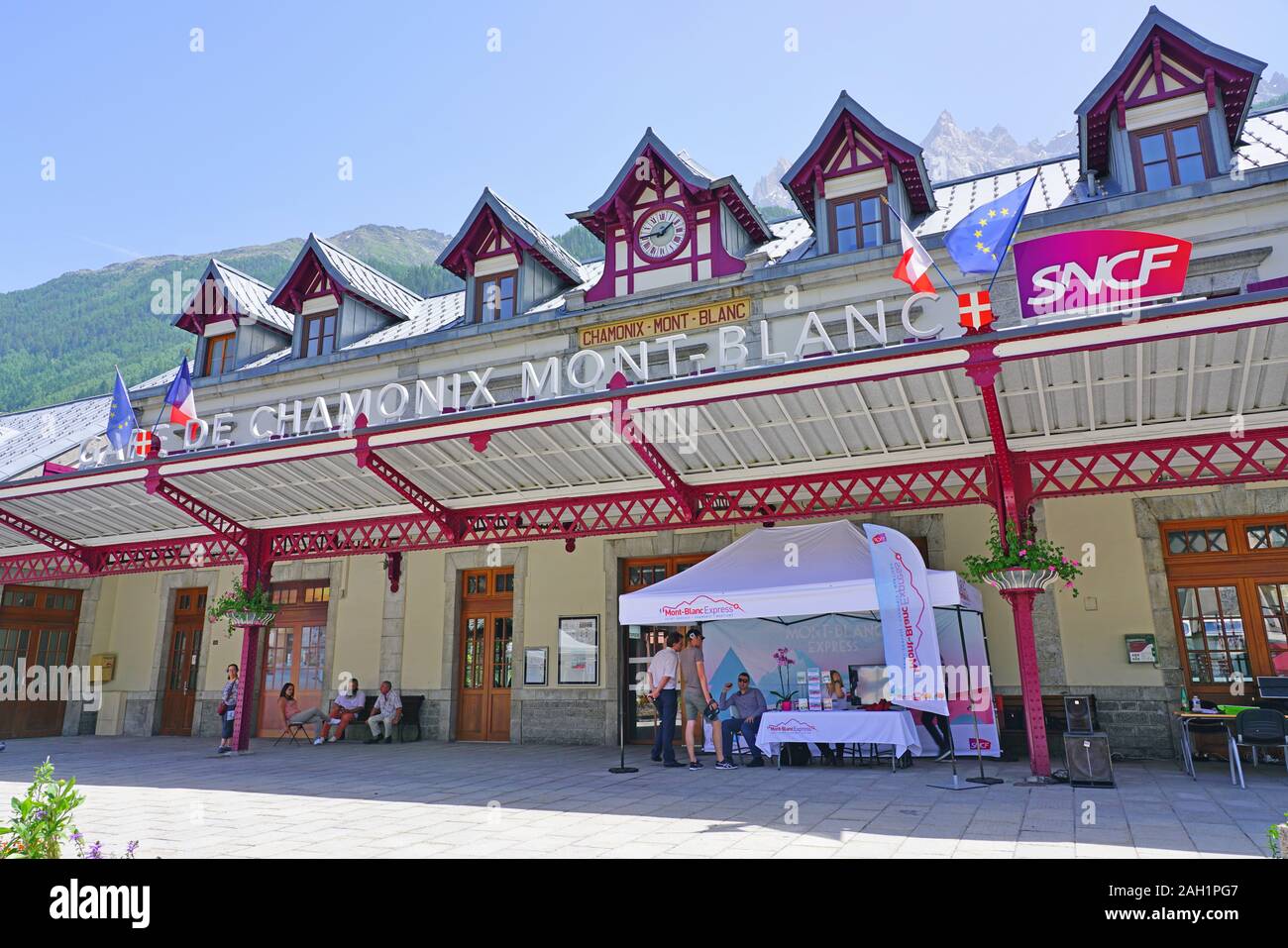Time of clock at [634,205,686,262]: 1:44
